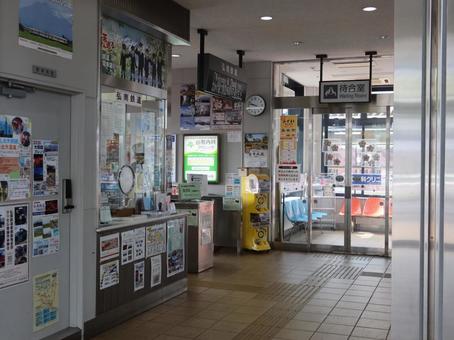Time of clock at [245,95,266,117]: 9:47
